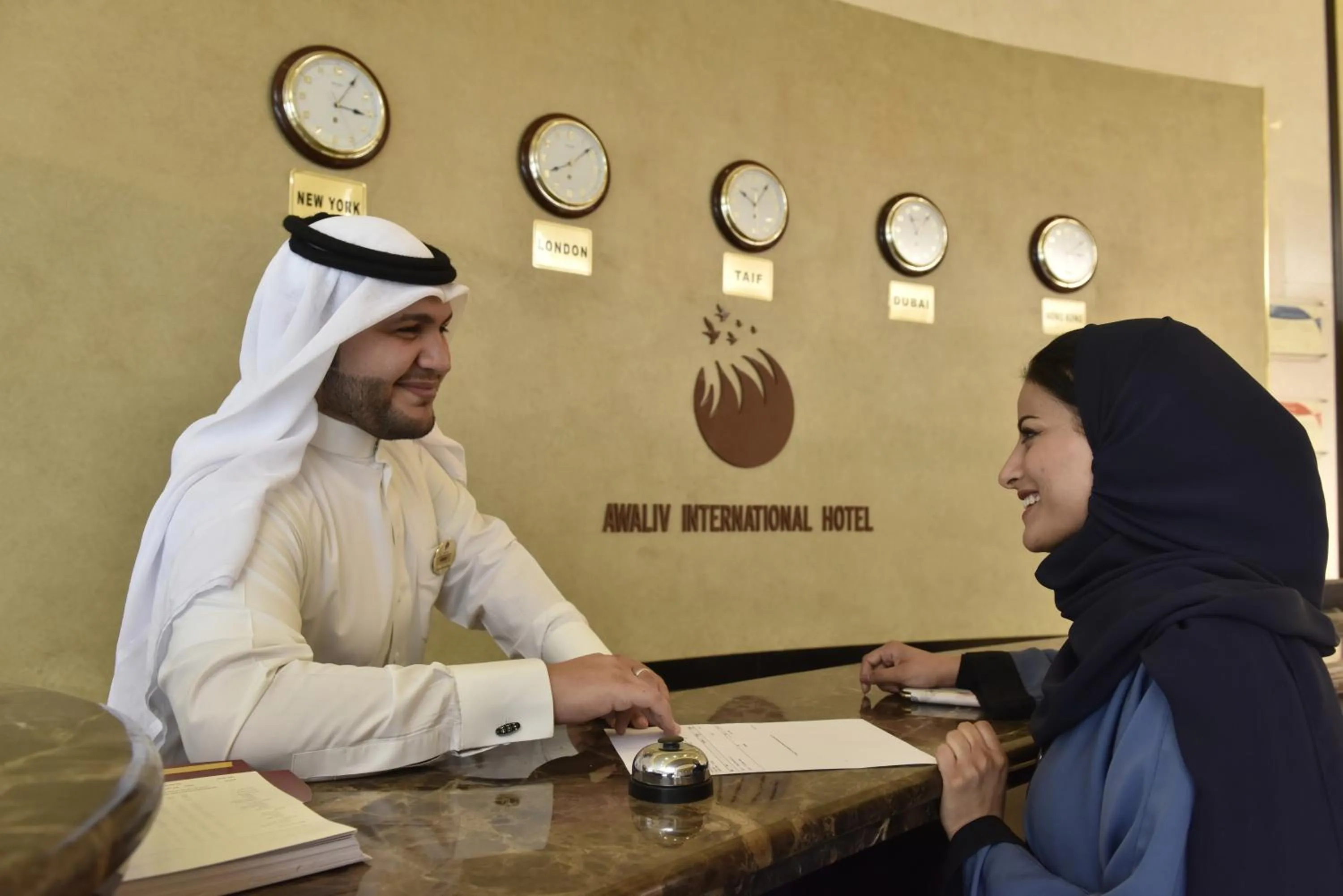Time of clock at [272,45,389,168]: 3:05
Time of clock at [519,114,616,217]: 8:08
